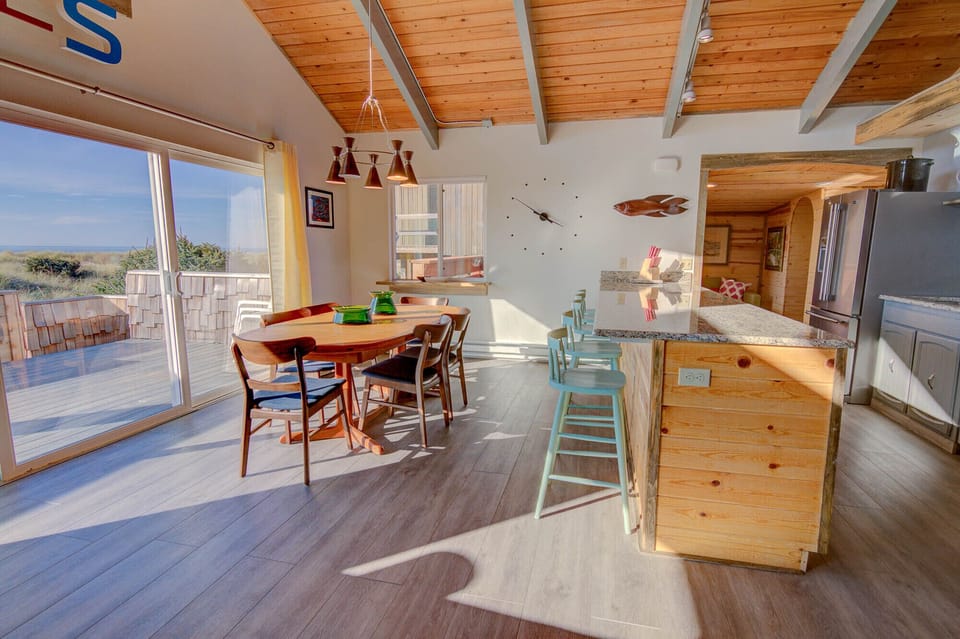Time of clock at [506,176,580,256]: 3:50
